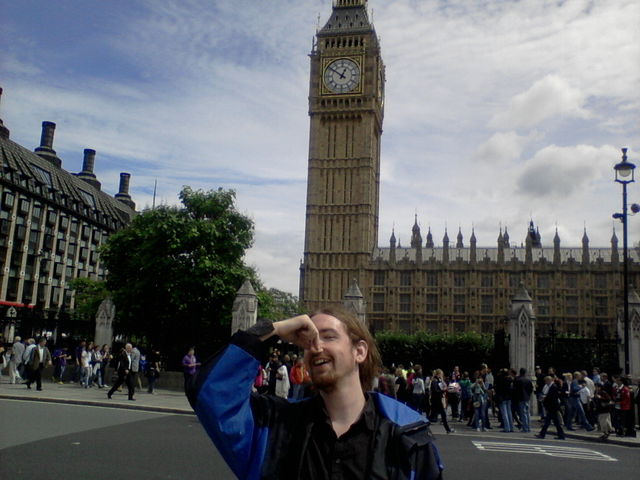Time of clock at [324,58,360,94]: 12:51
